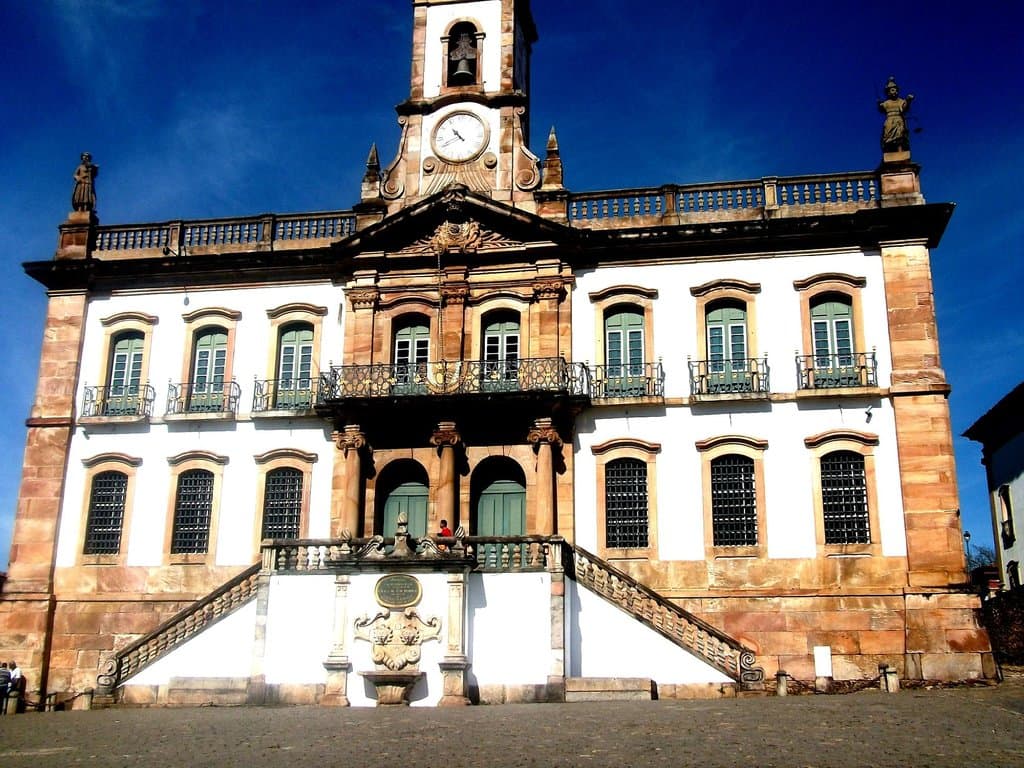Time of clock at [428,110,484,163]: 10:40
